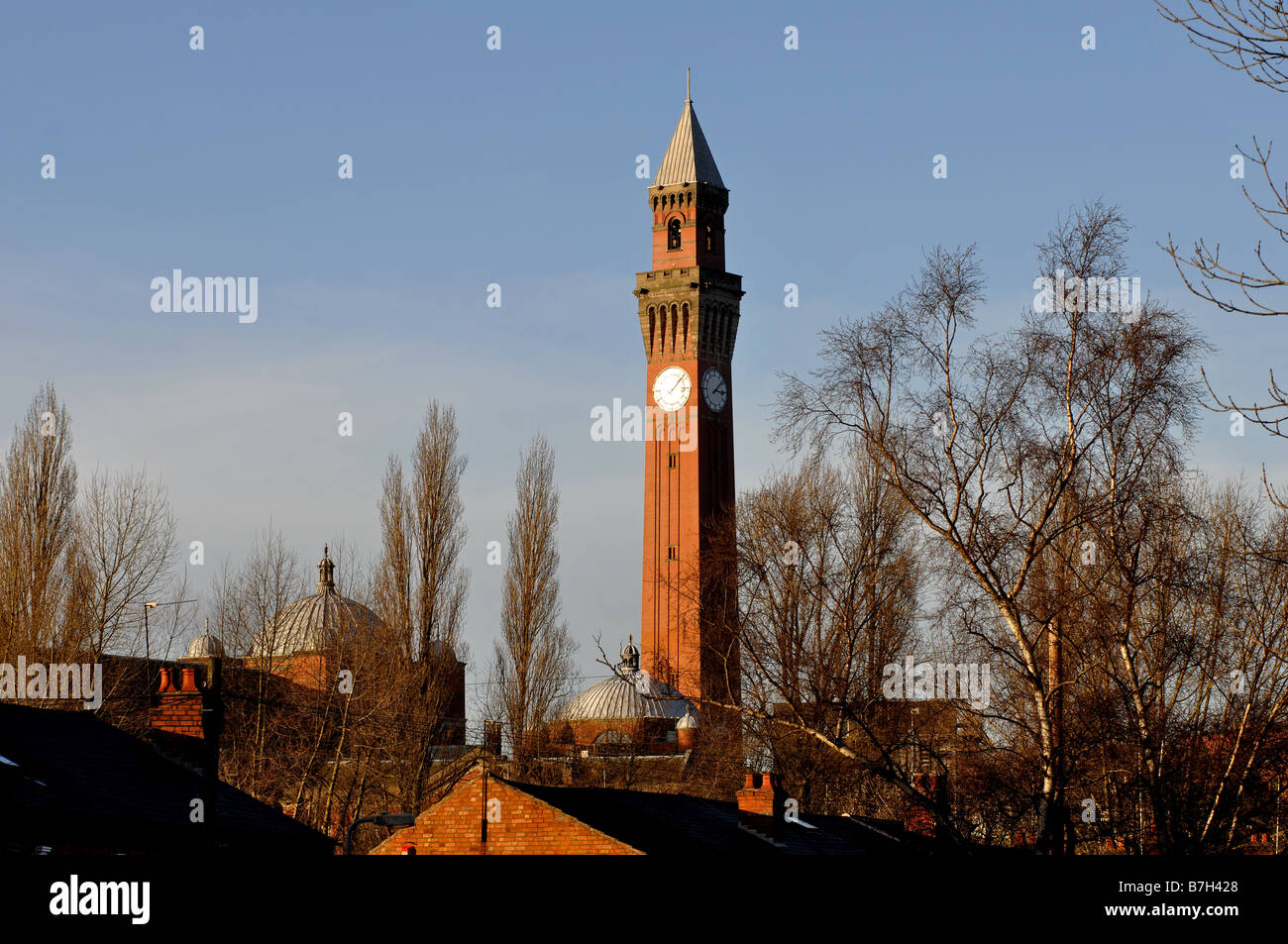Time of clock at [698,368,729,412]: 3:08
